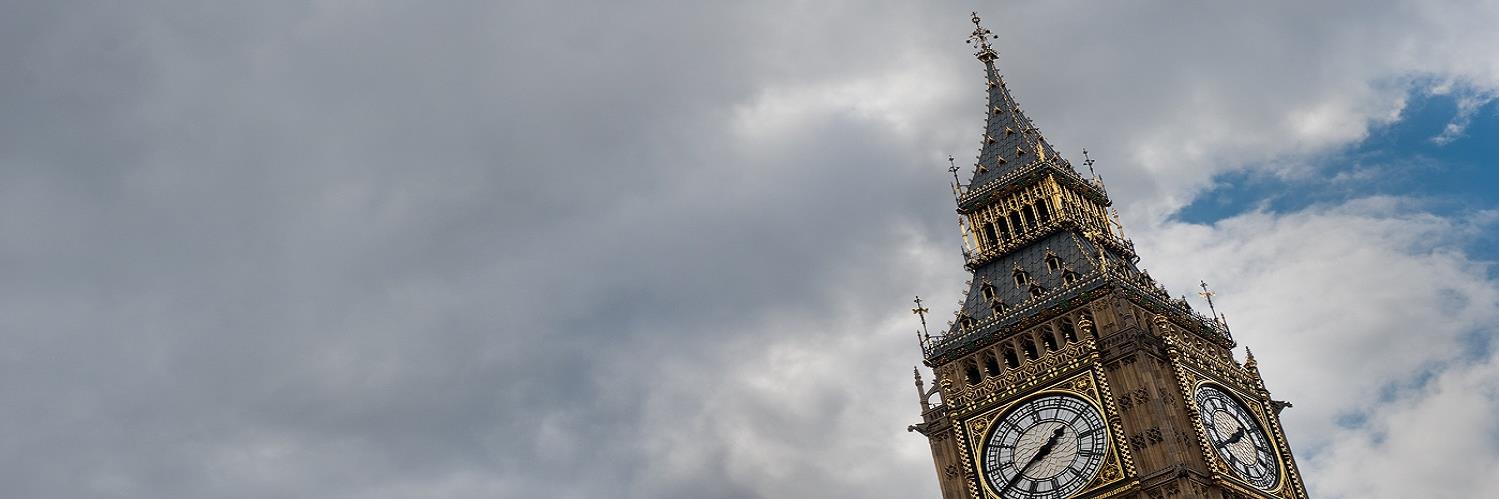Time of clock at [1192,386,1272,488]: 1:39
